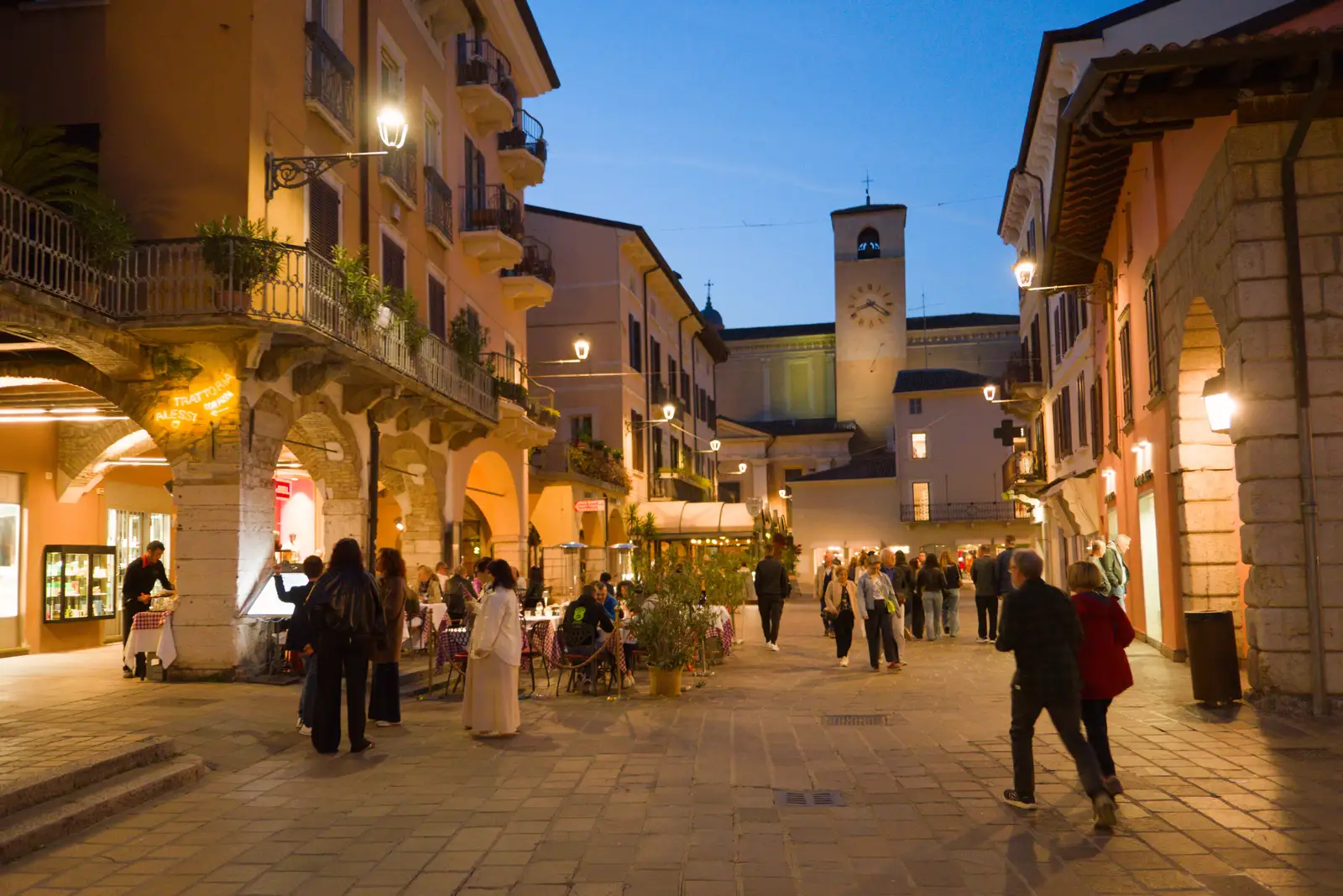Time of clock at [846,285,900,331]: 8:20
